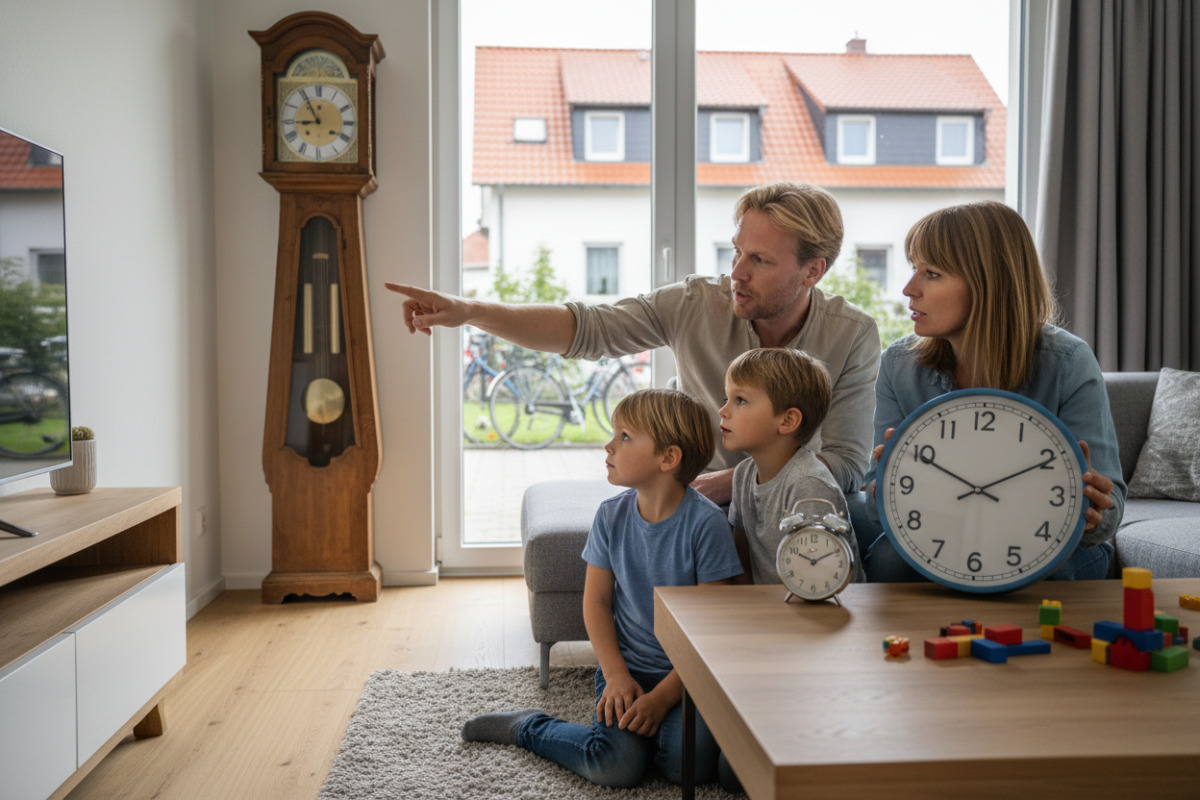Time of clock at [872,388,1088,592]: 10:10
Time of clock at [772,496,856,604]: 10:10
